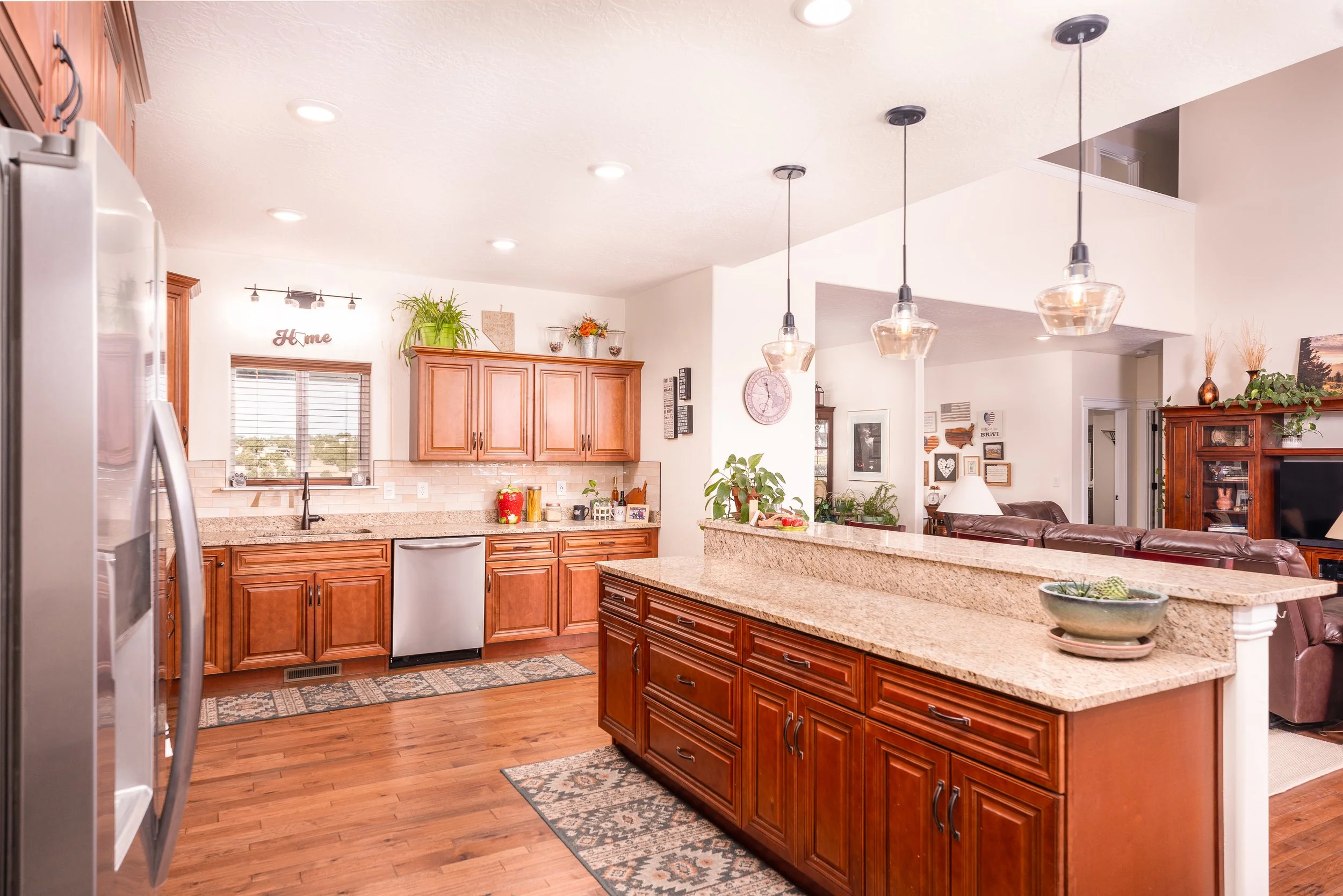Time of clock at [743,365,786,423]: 11:33
